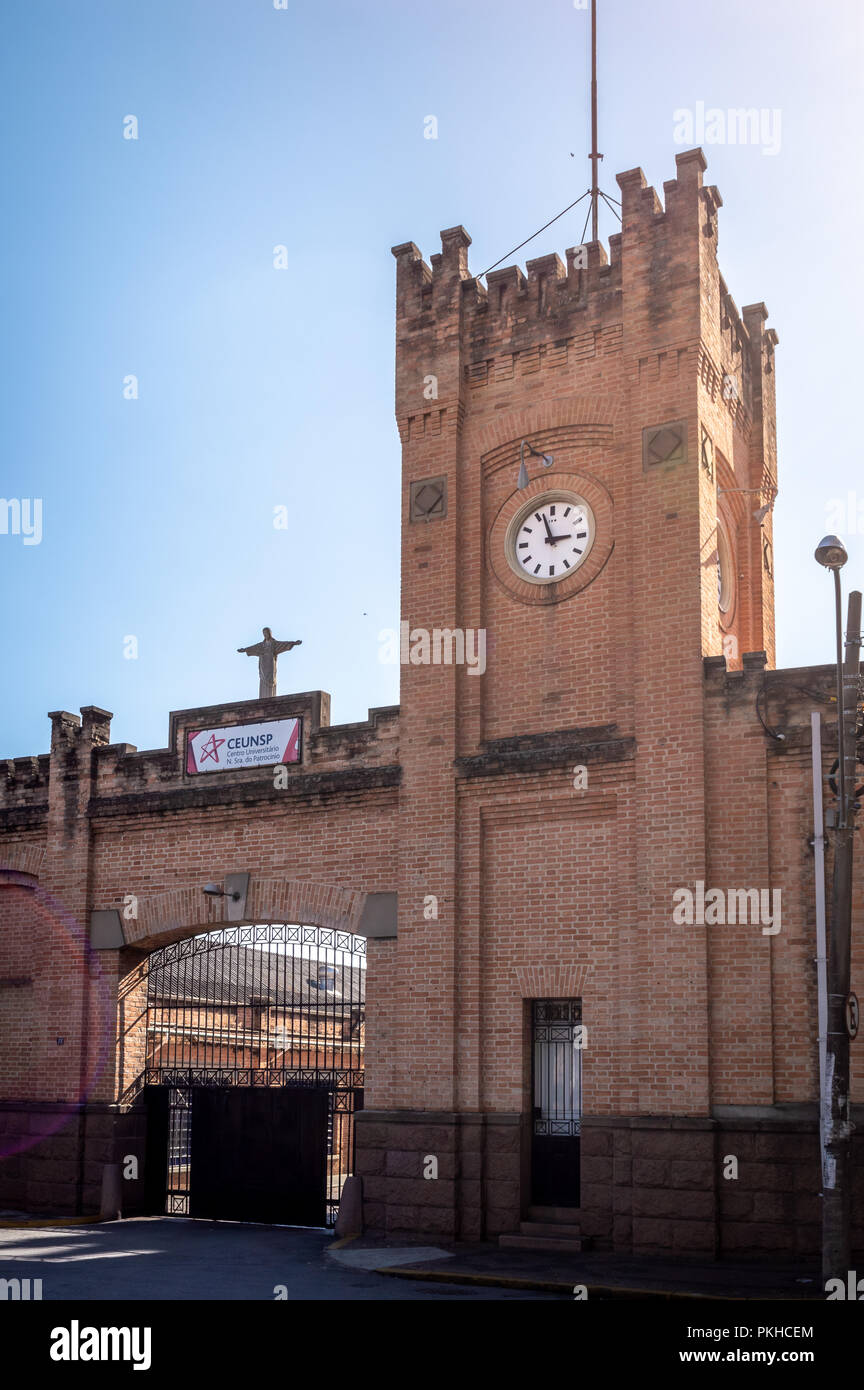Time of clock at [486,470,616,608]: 2:56
